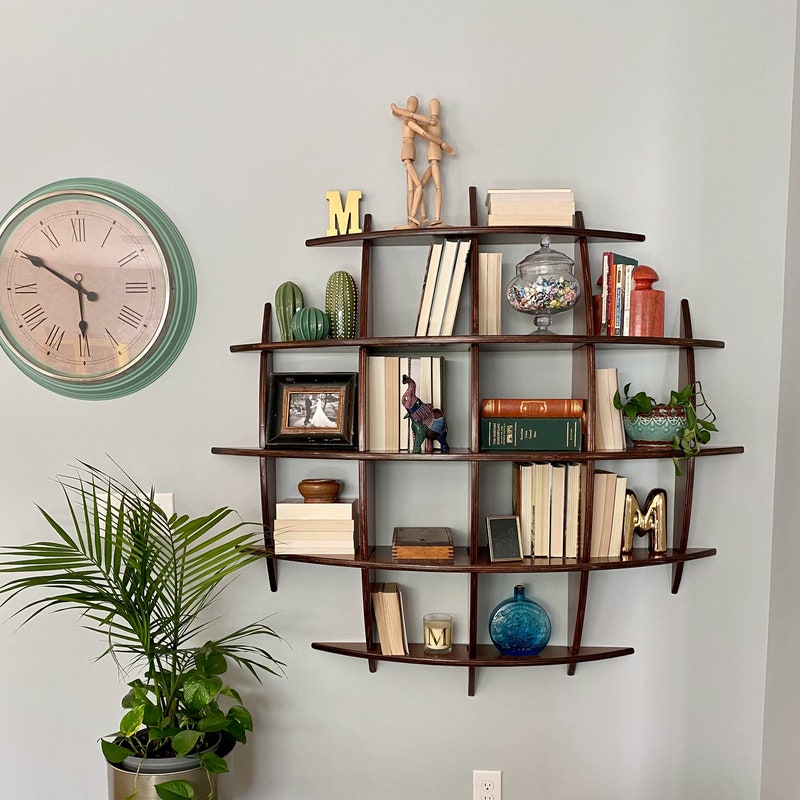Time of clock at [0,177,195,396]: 5:50
